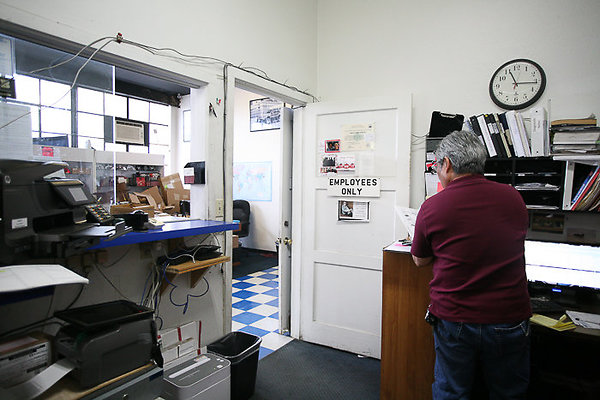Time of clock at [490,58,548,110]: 11:15
